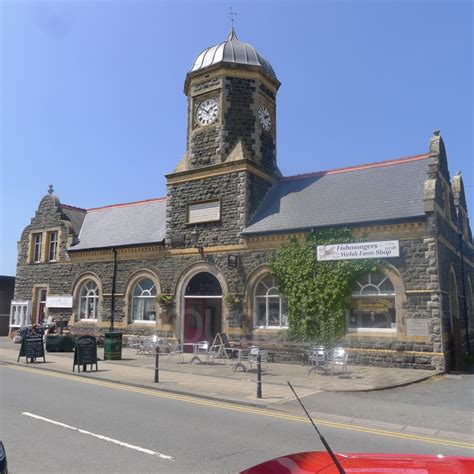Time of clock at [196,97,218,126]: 1:51
